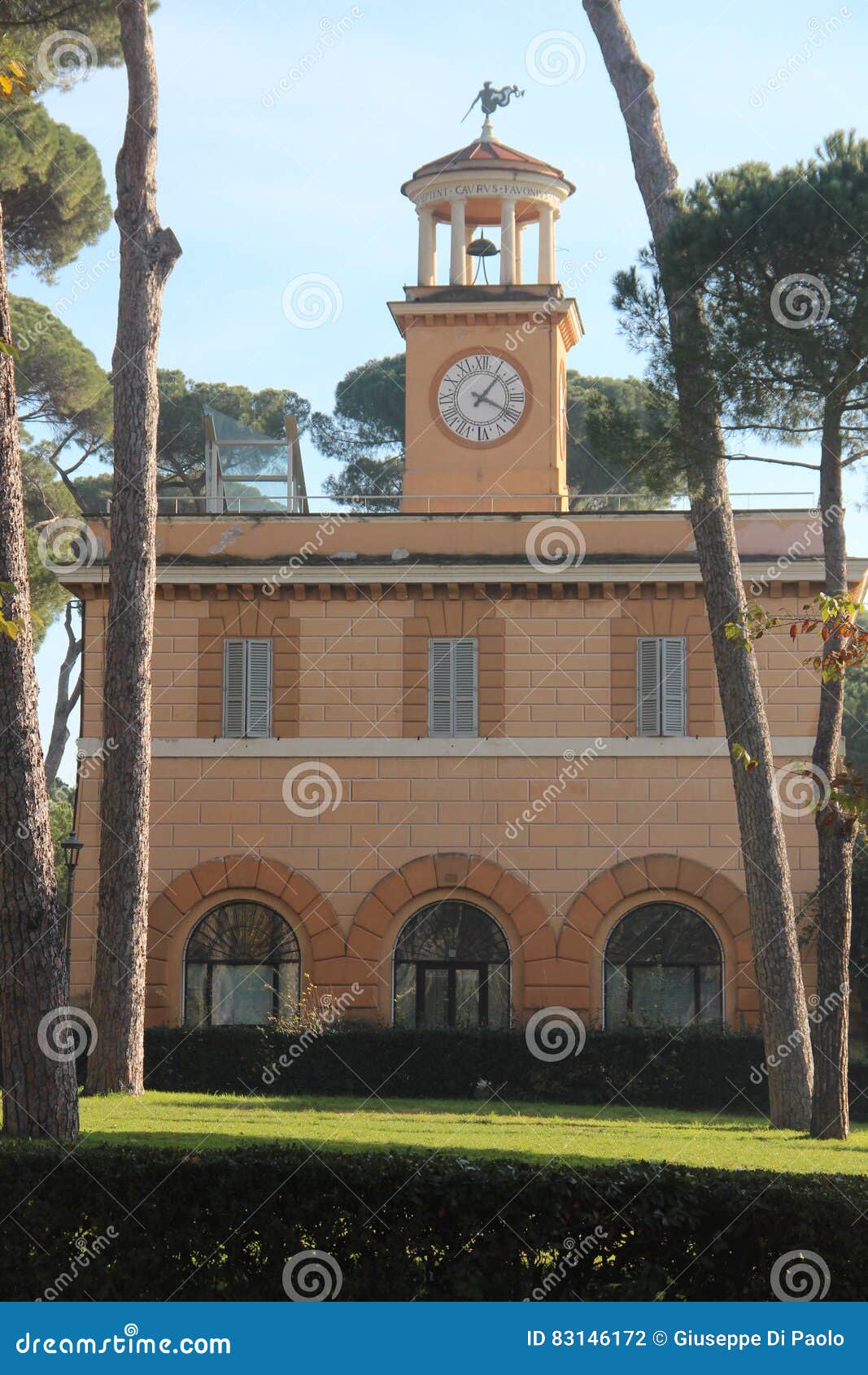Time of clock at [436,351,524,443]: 1:19
